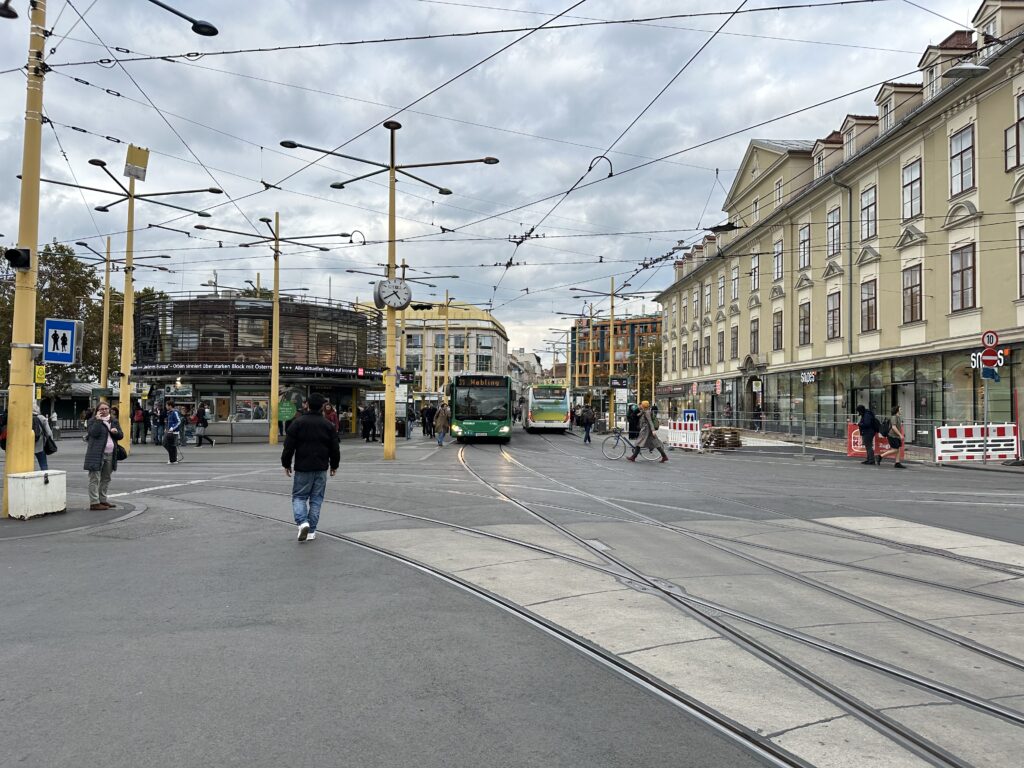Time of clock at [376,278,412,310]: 4:39
